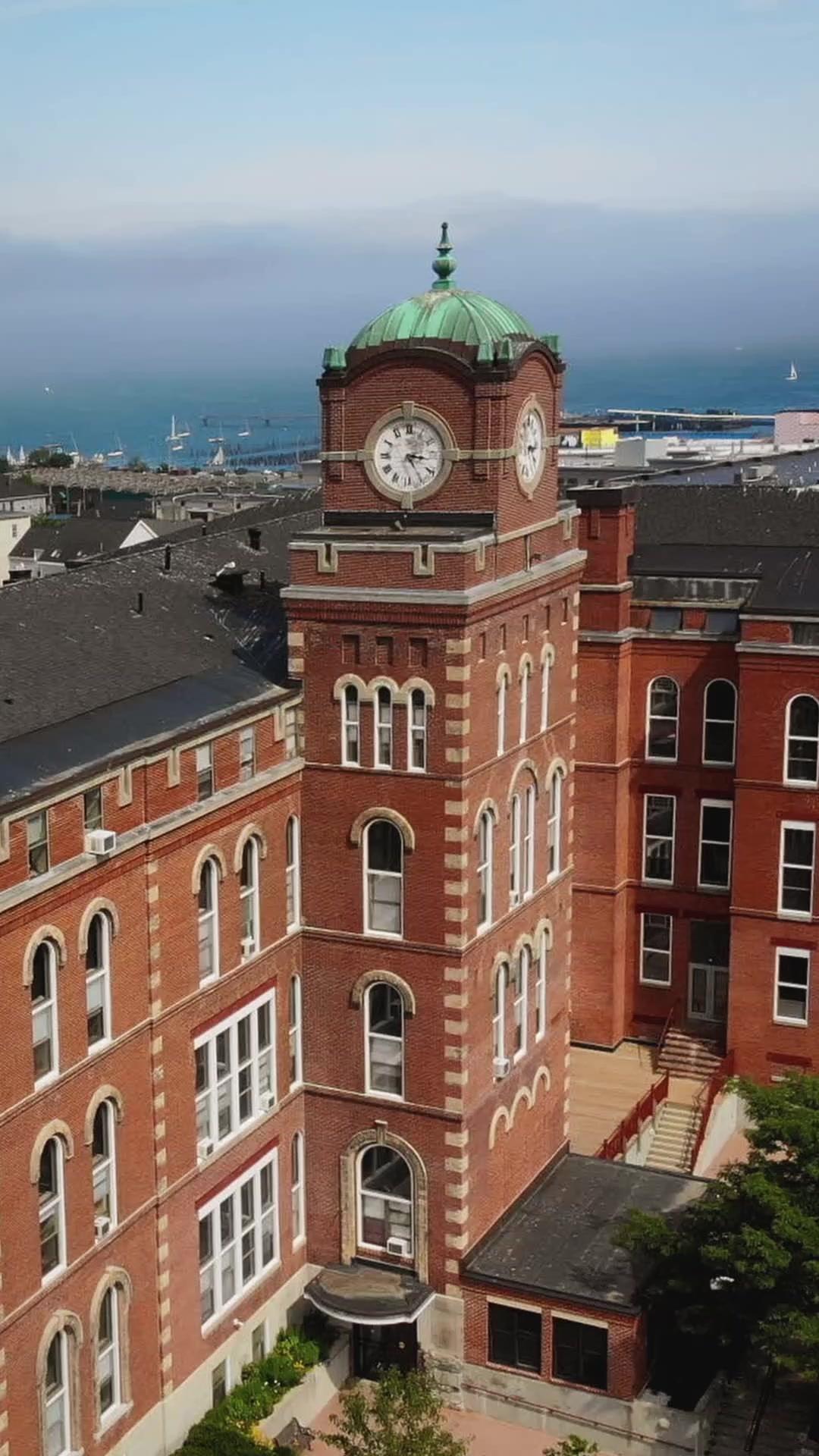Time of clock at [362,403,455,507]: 3:24
